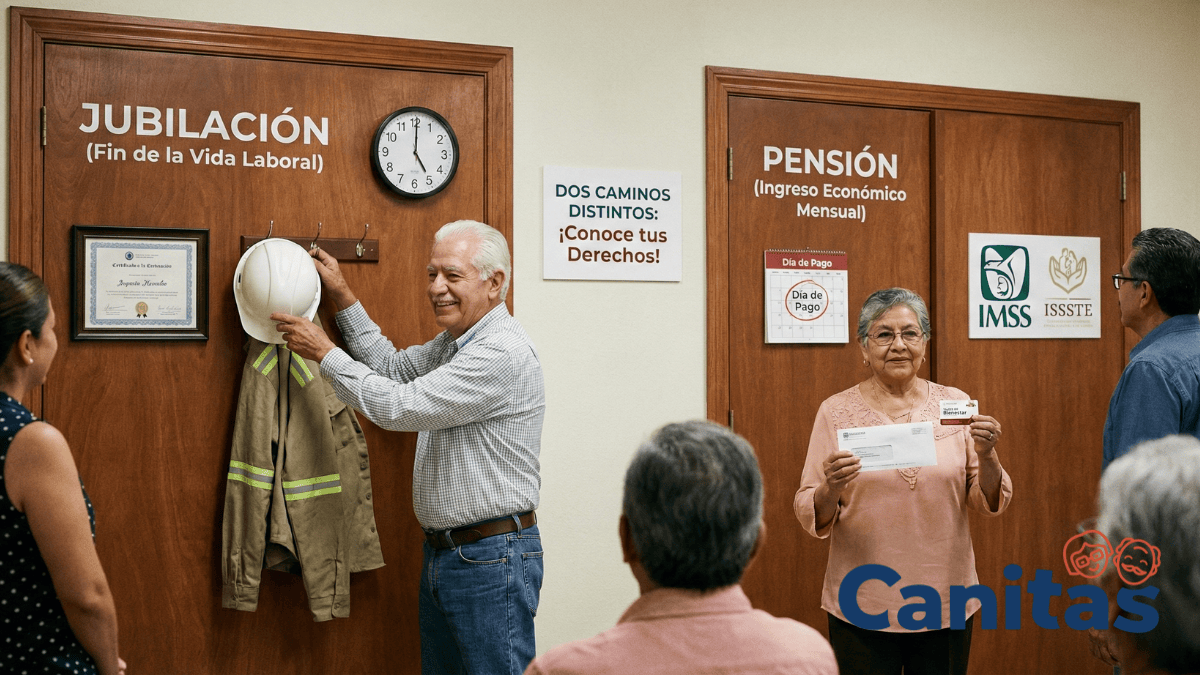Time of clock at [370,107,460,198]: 5:00
